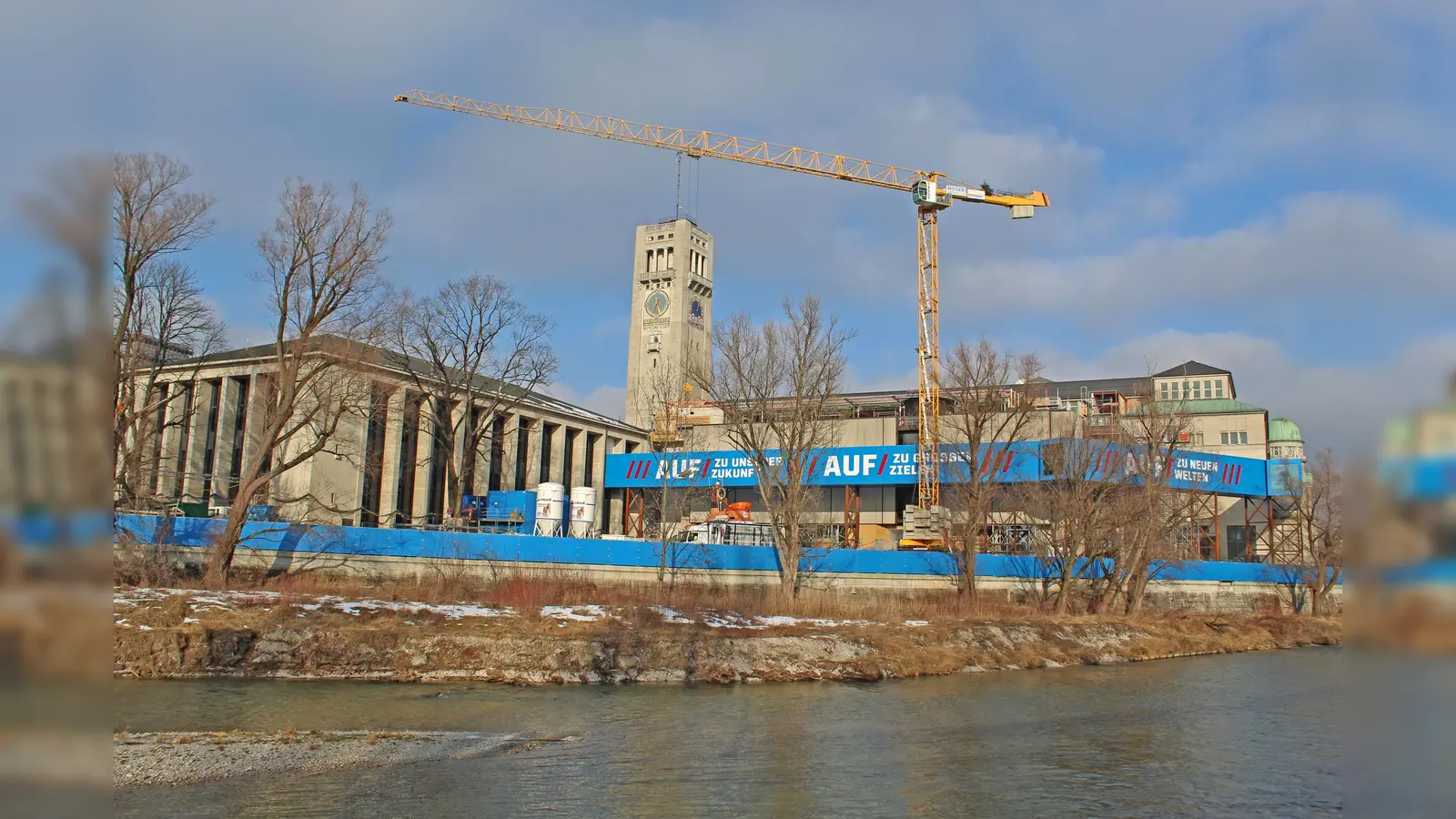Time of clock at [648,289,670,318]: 5:33
